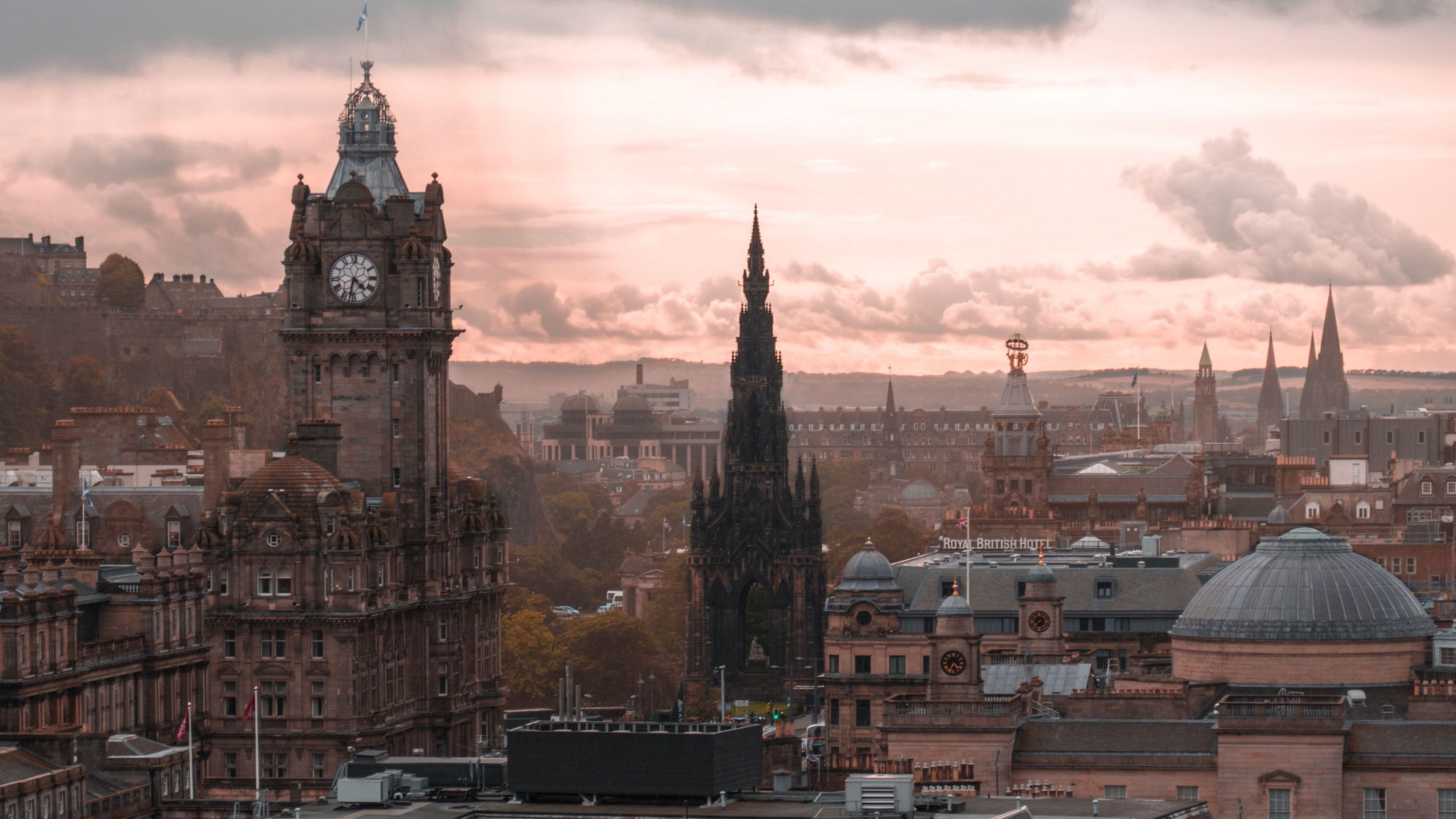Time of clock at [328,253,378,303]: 4:32
